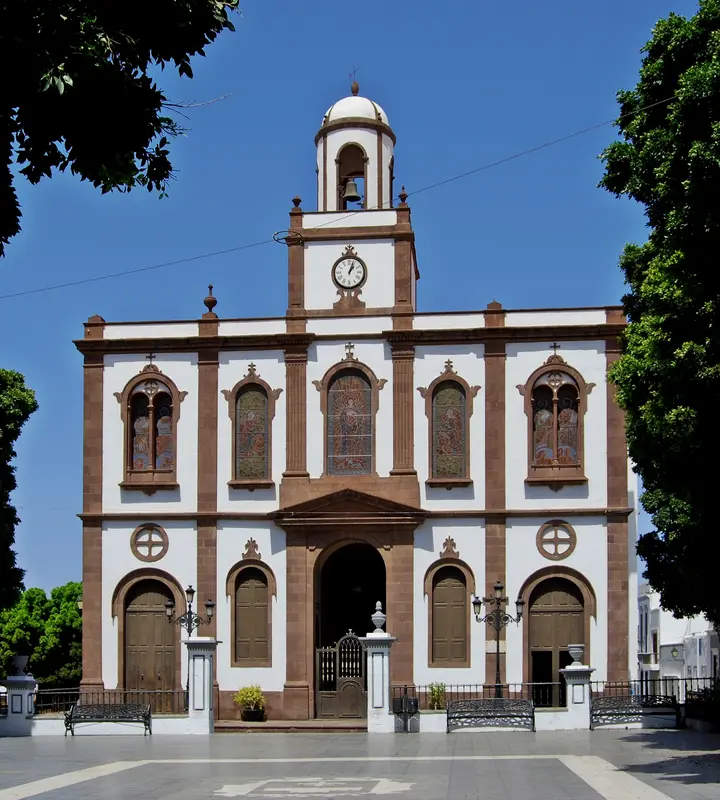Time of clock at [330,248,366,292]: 1:03
